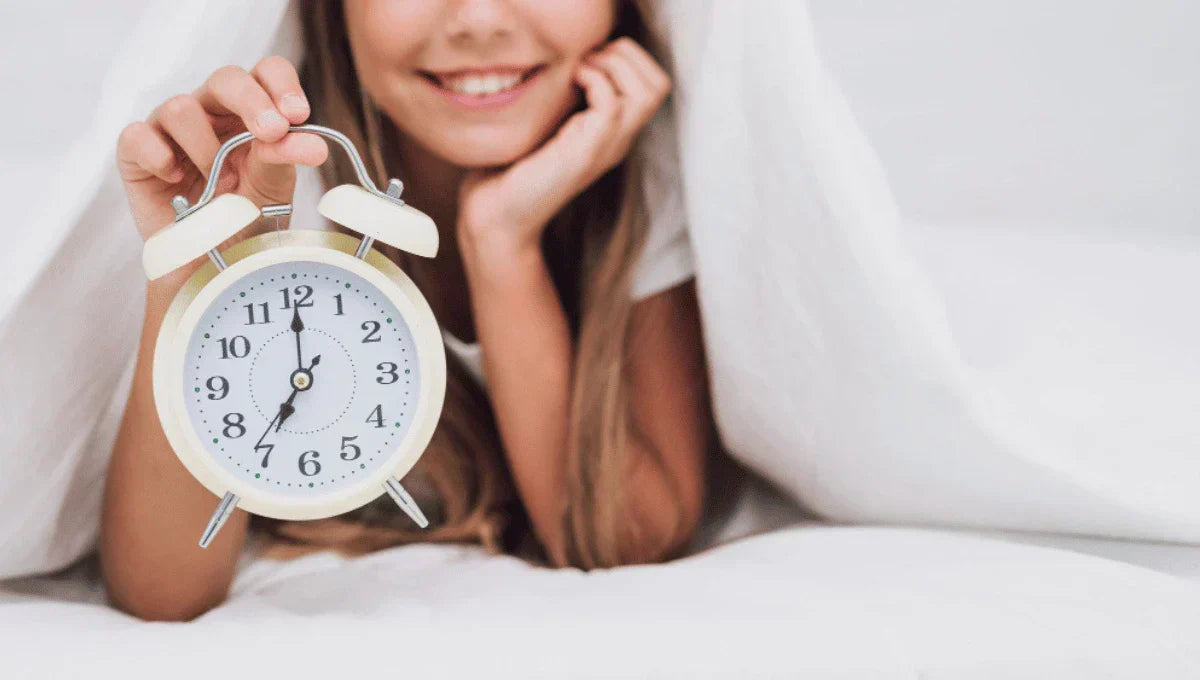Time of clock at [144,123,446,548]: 7:00
